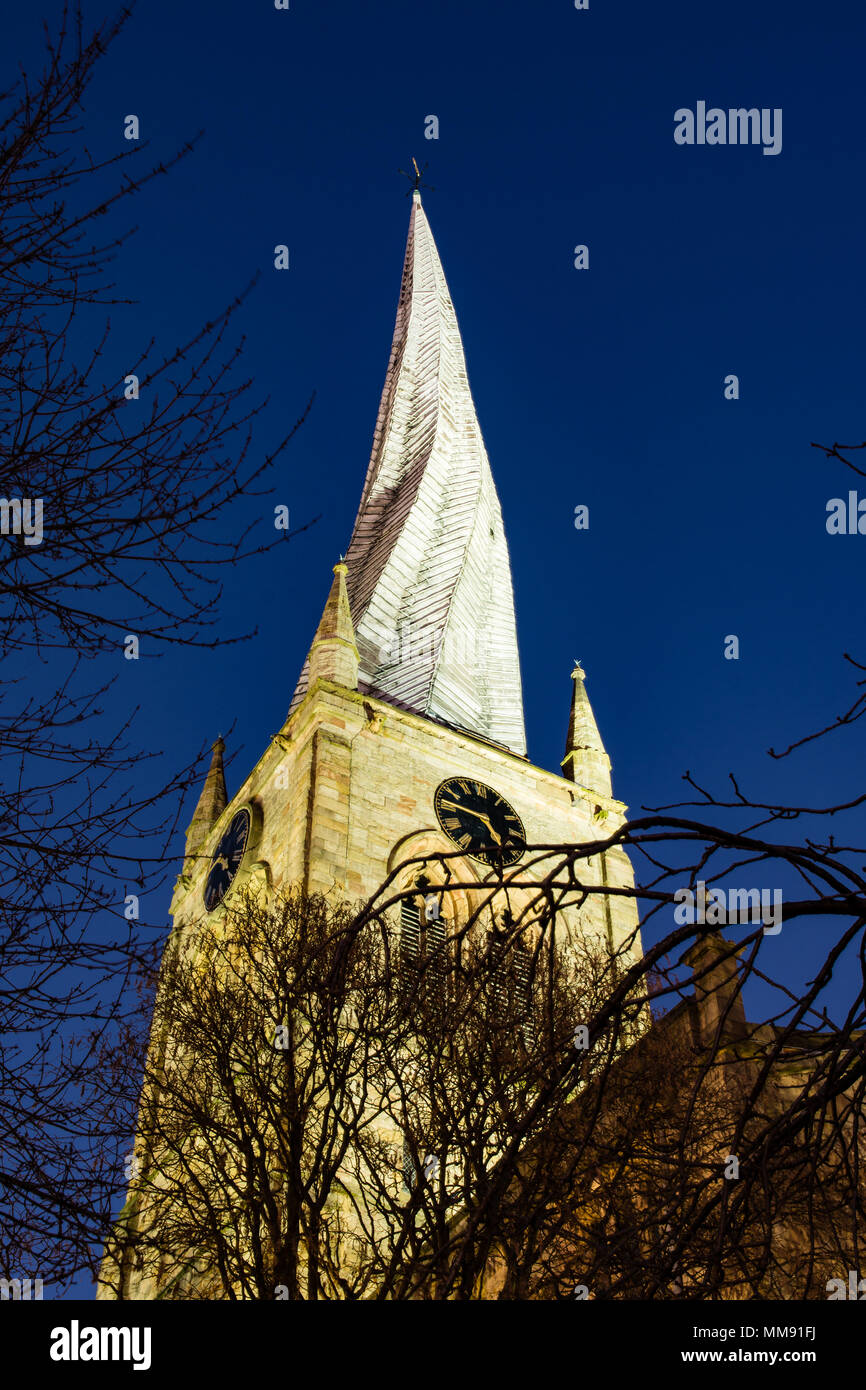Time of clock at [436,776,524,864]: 4:46
